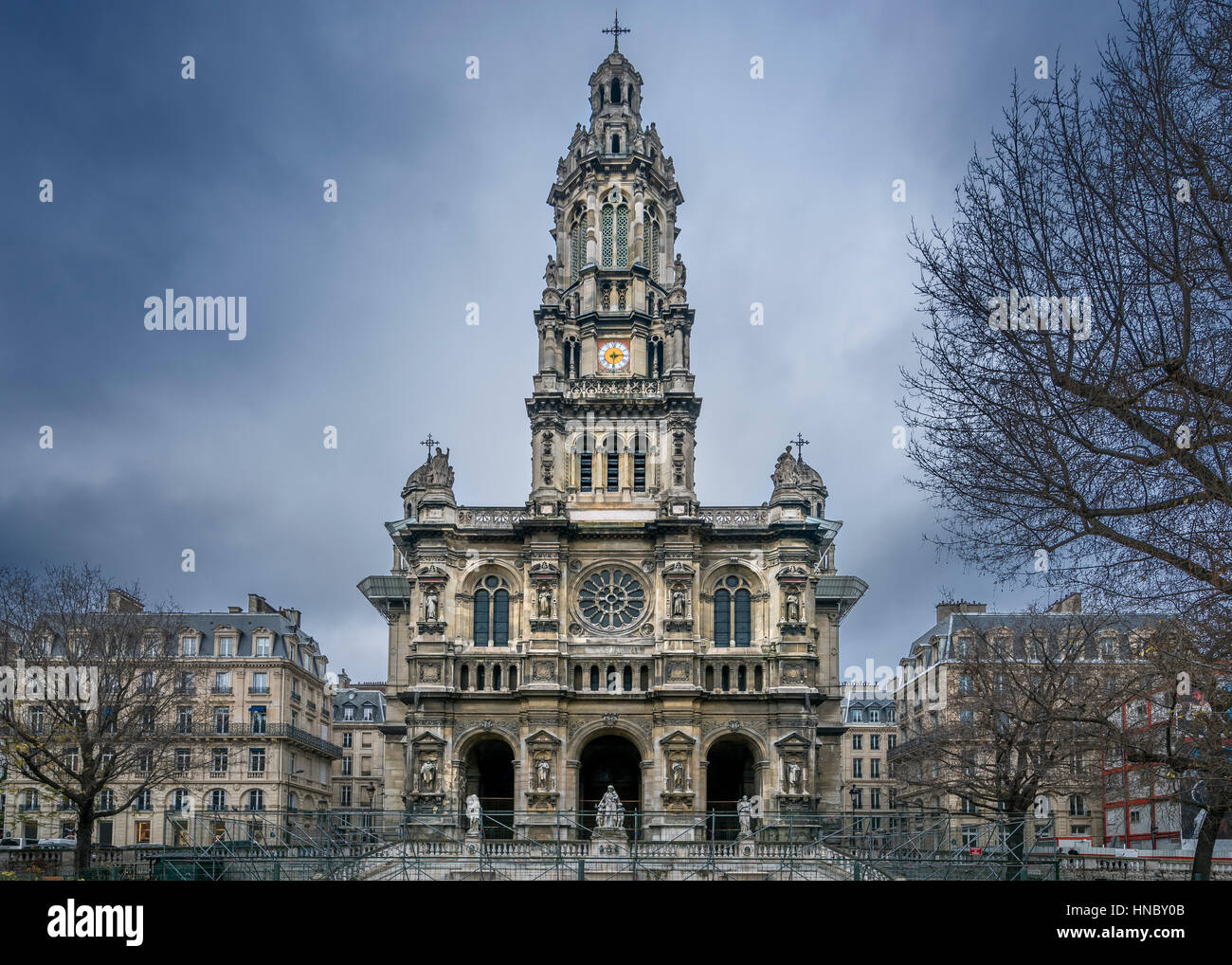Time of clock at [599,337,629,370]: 6:14
